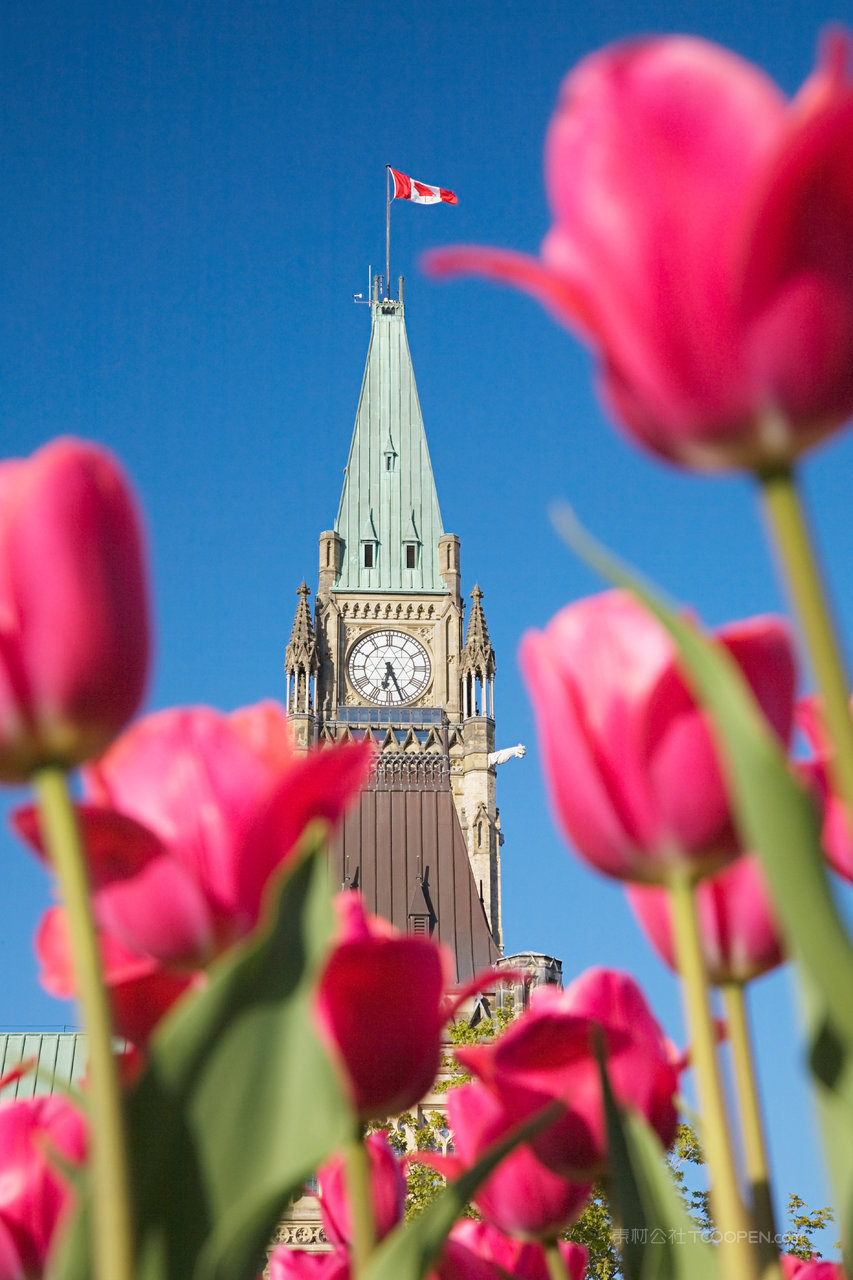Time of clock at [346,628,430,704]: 6:26
